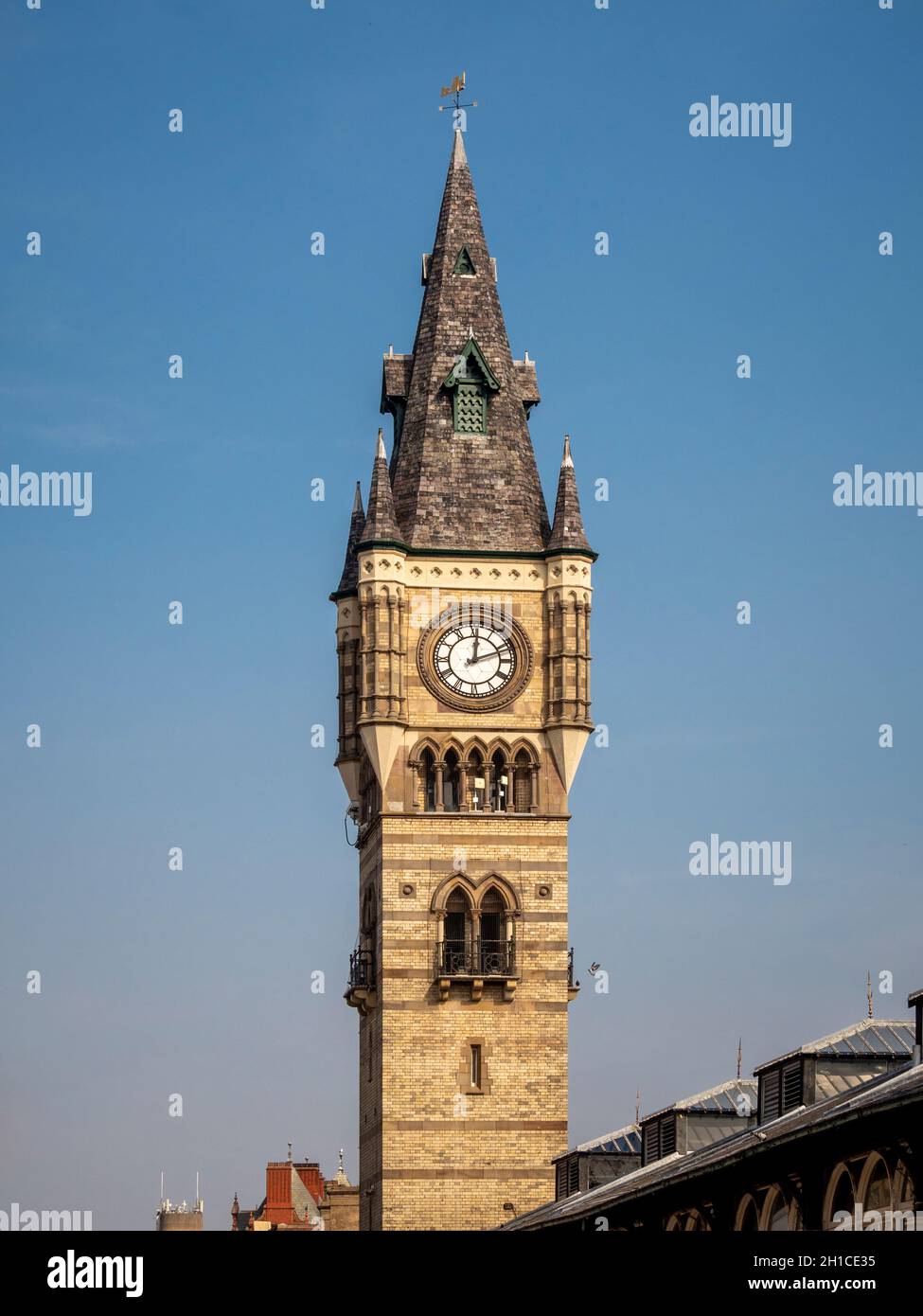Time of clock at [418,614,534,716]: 12:11
